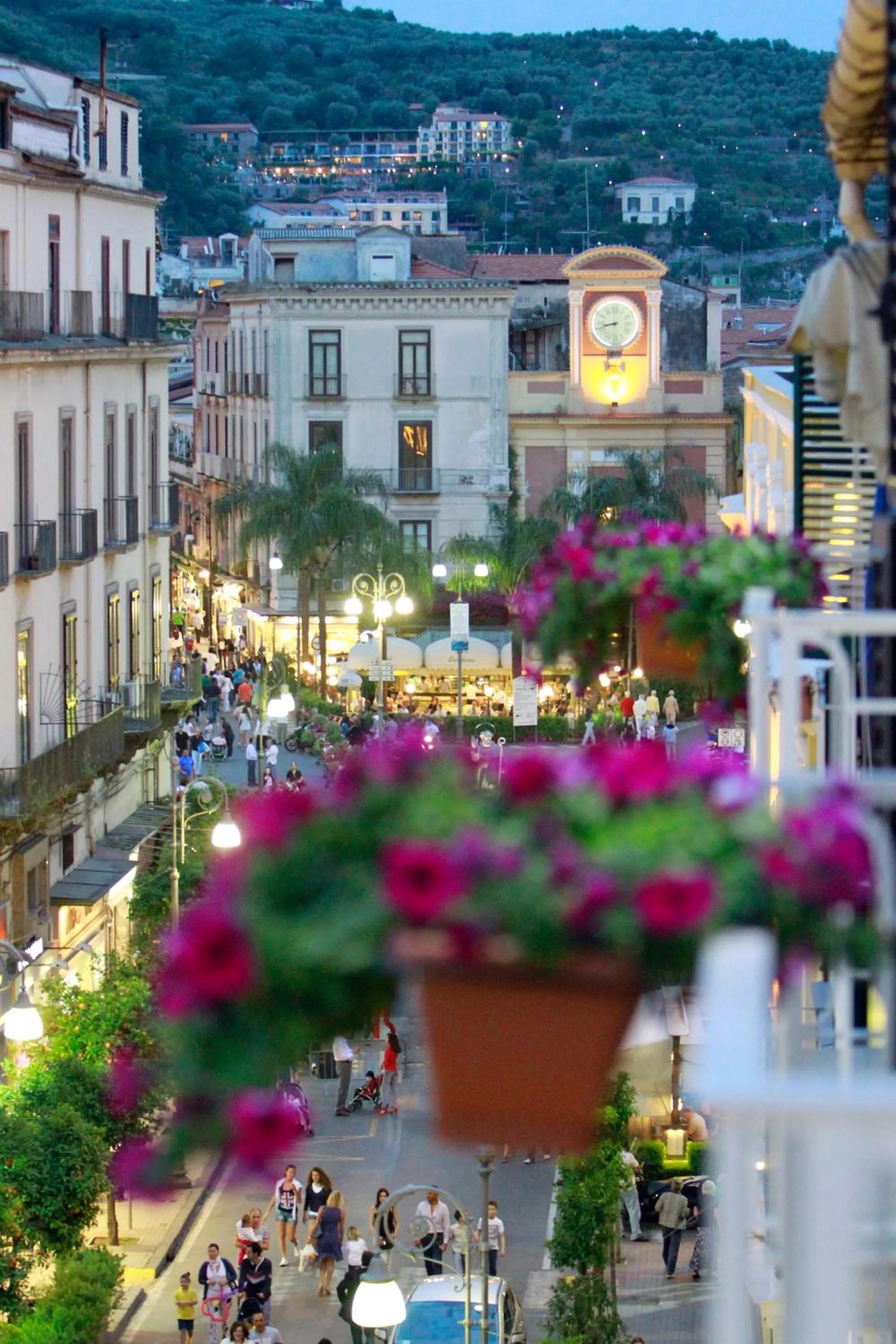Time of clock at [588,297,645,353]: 8:42
